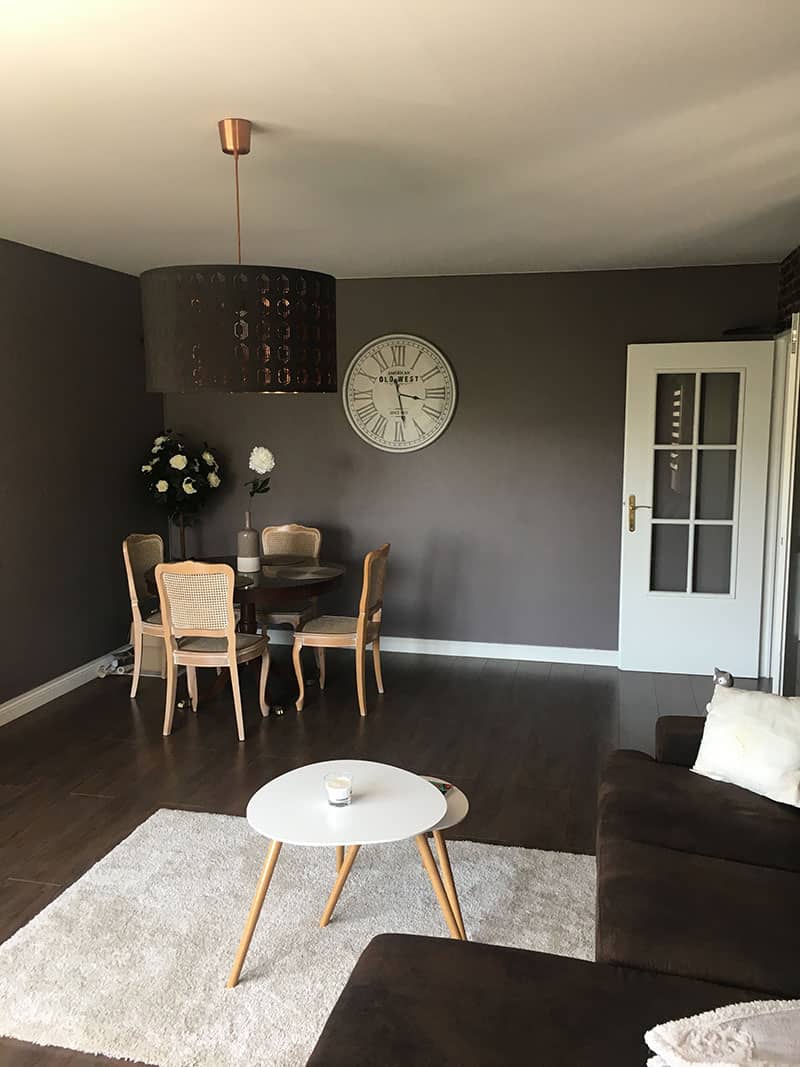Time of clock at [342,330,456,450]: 3:28
